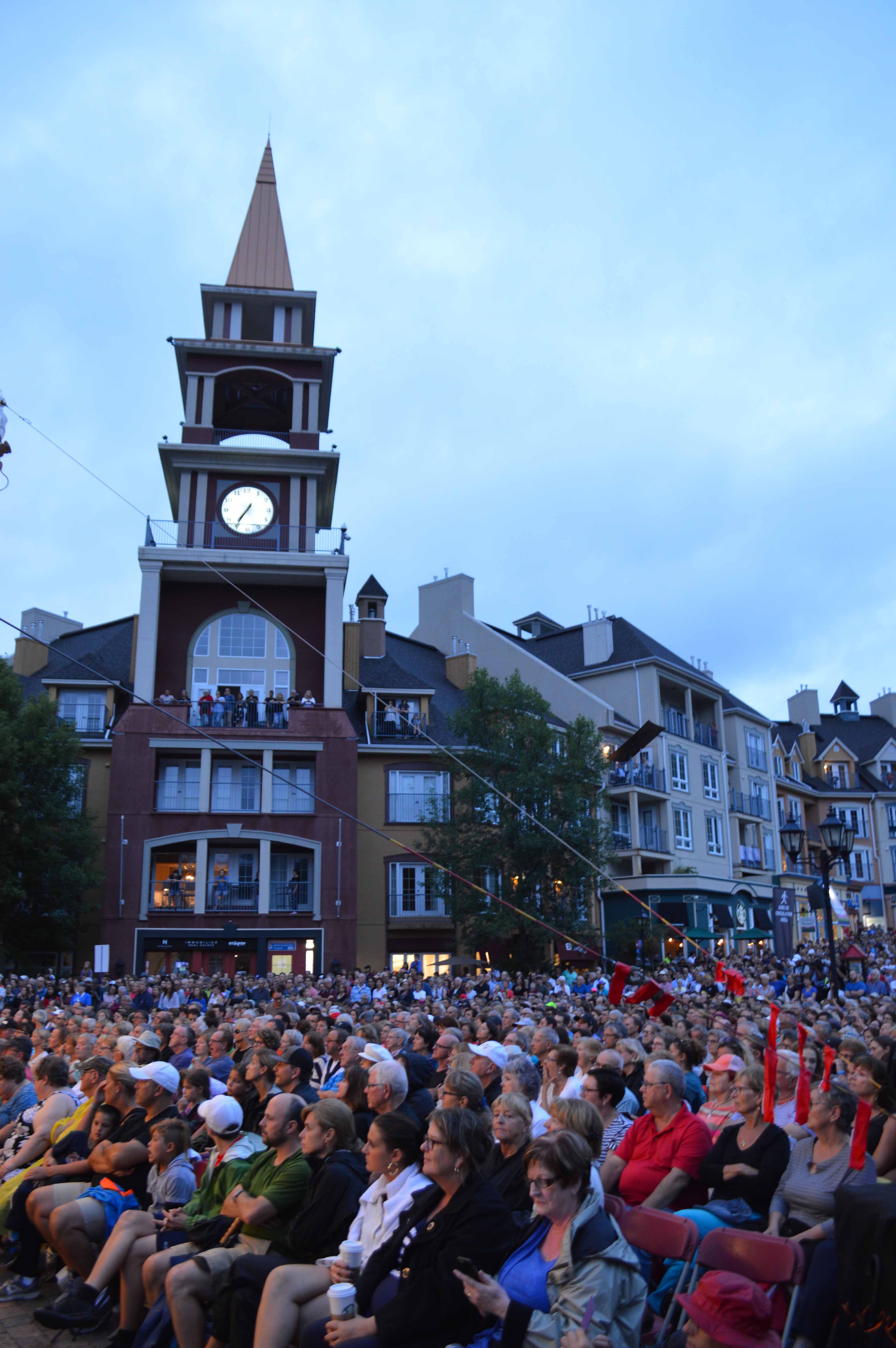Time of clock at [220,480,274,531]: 7:36
